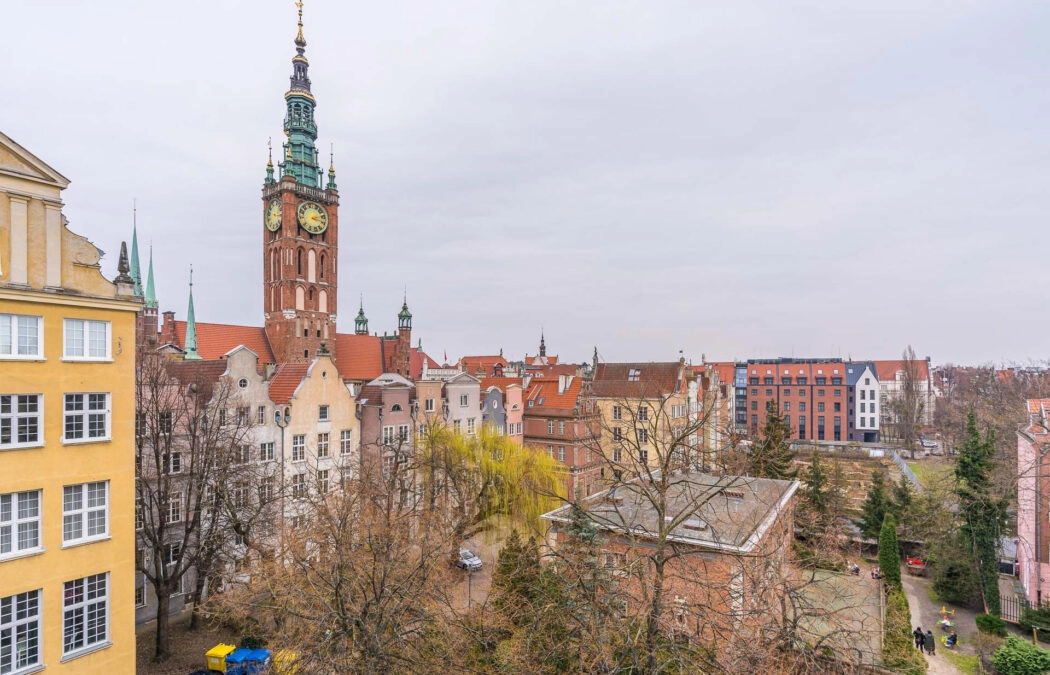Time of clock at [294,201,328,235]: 2:18
